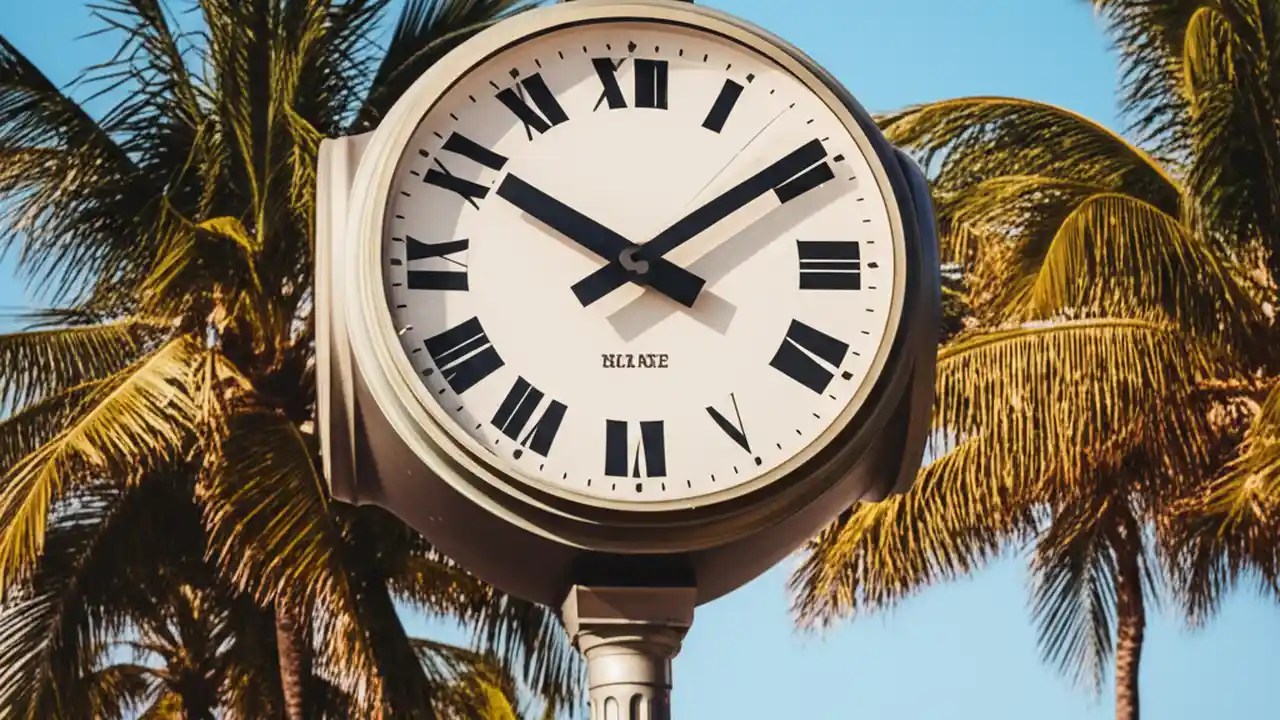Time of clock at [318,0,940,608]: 10:09
